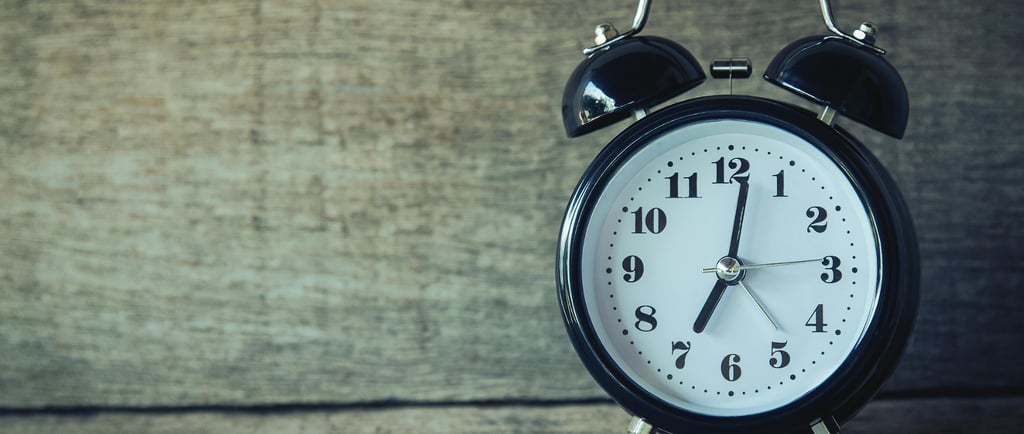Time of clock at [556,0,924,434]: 7:01
